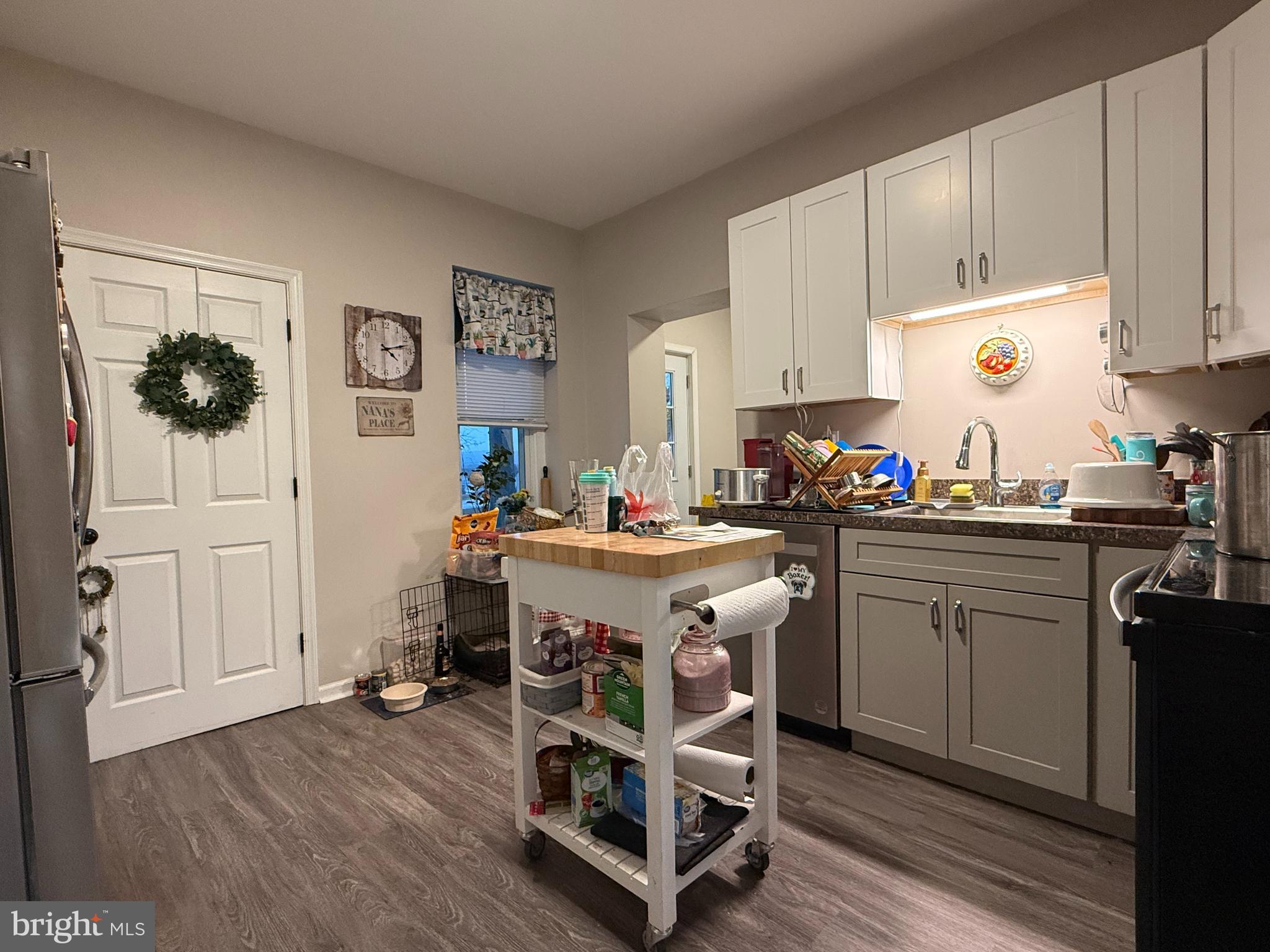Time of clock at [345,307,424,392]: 4:12
